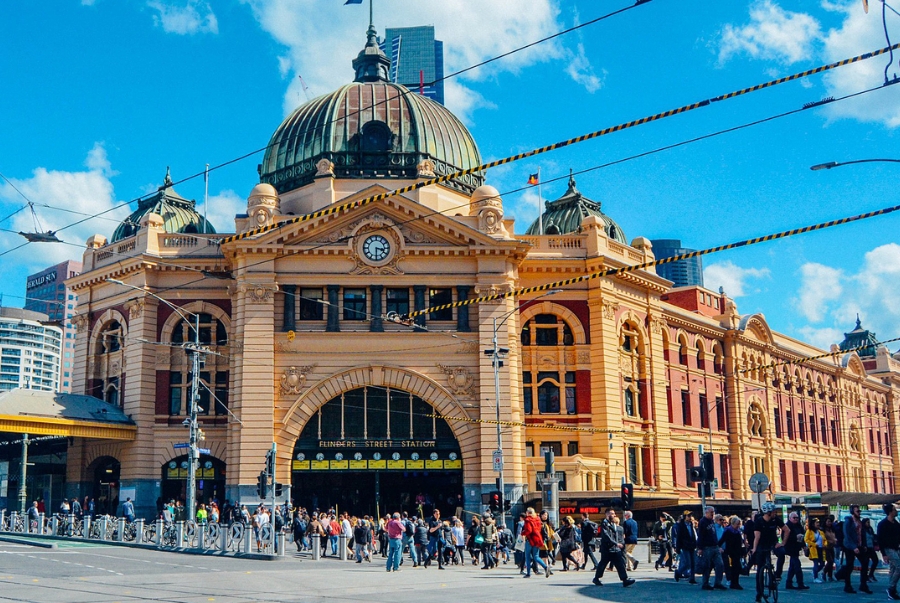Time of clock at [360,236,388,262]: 3:30
